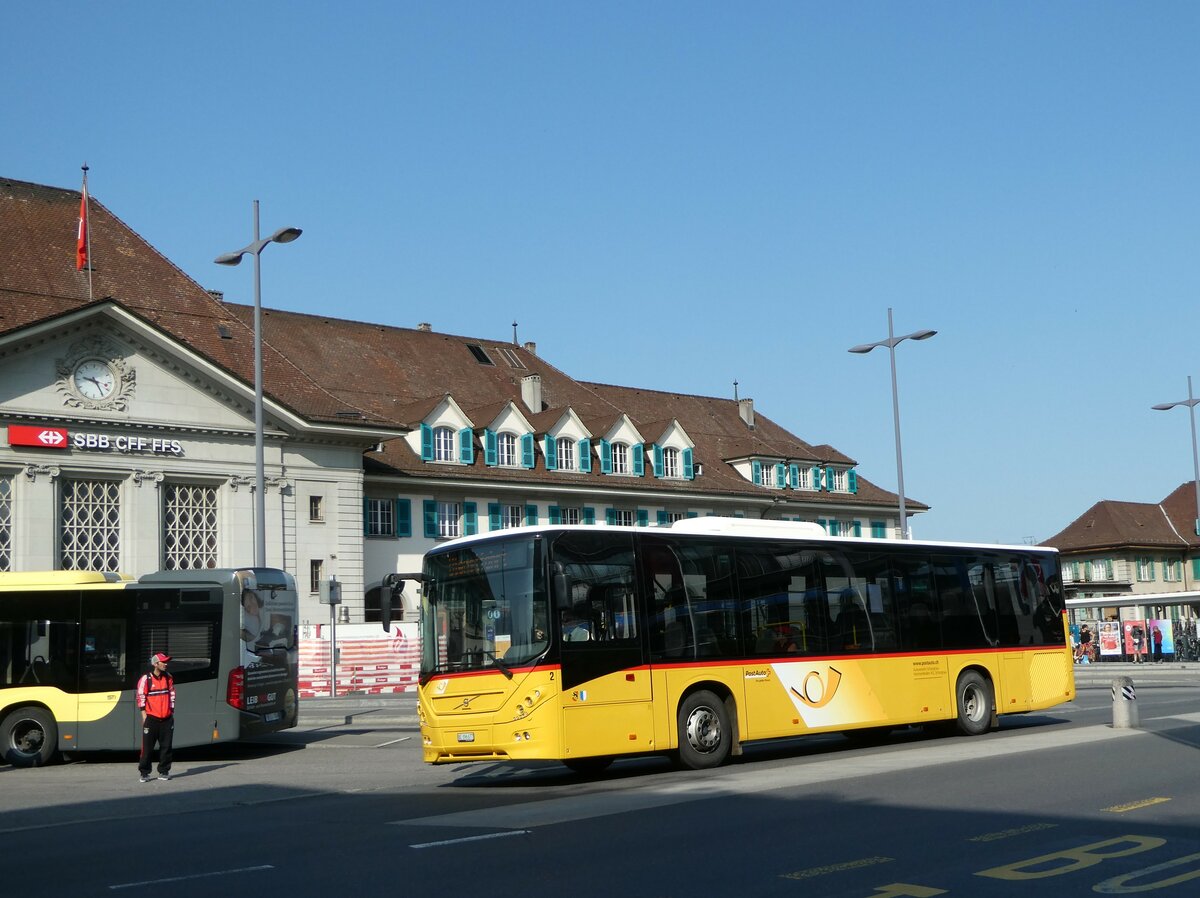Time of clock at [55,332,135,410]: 9:25
